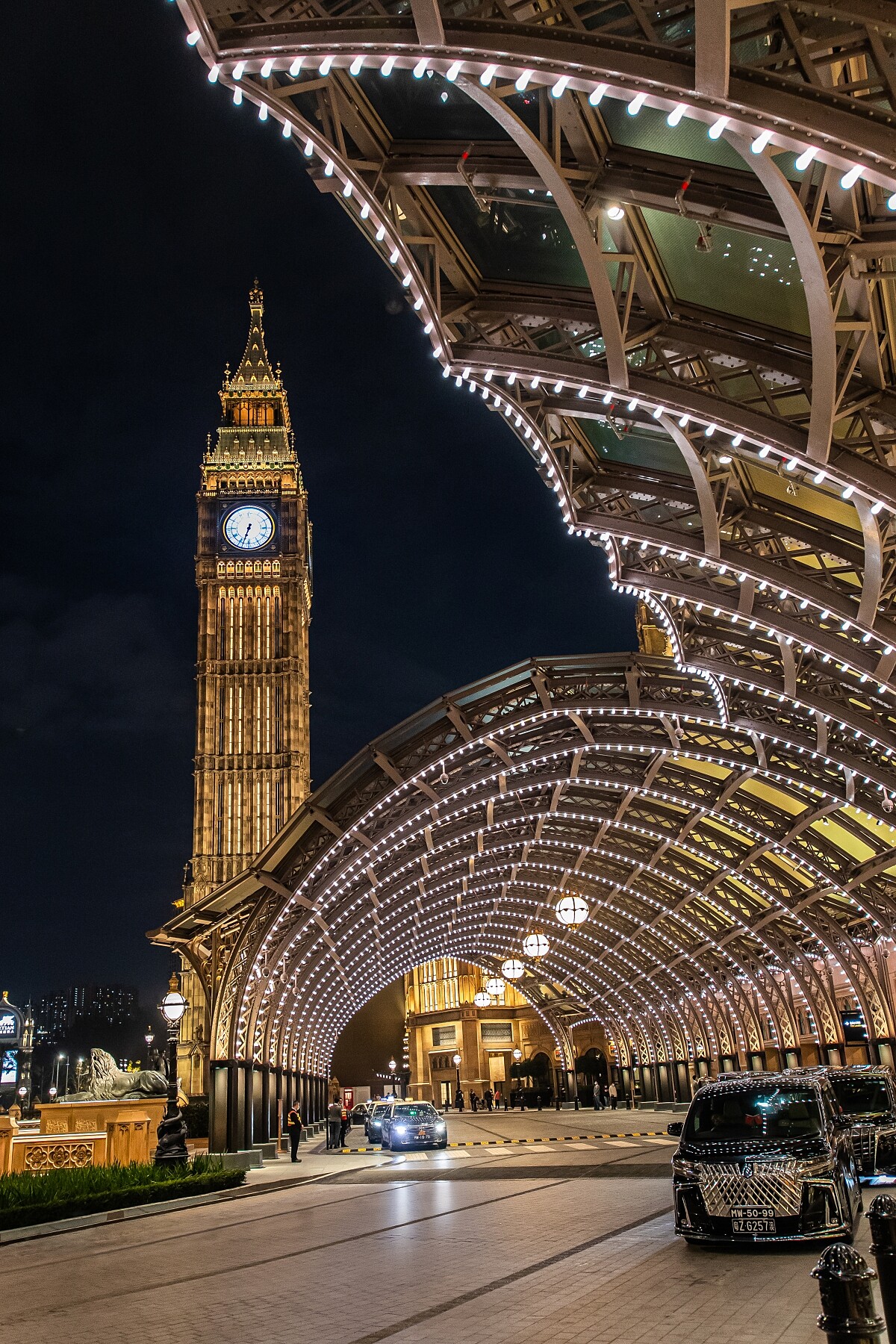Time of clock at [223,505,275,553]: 6:32
